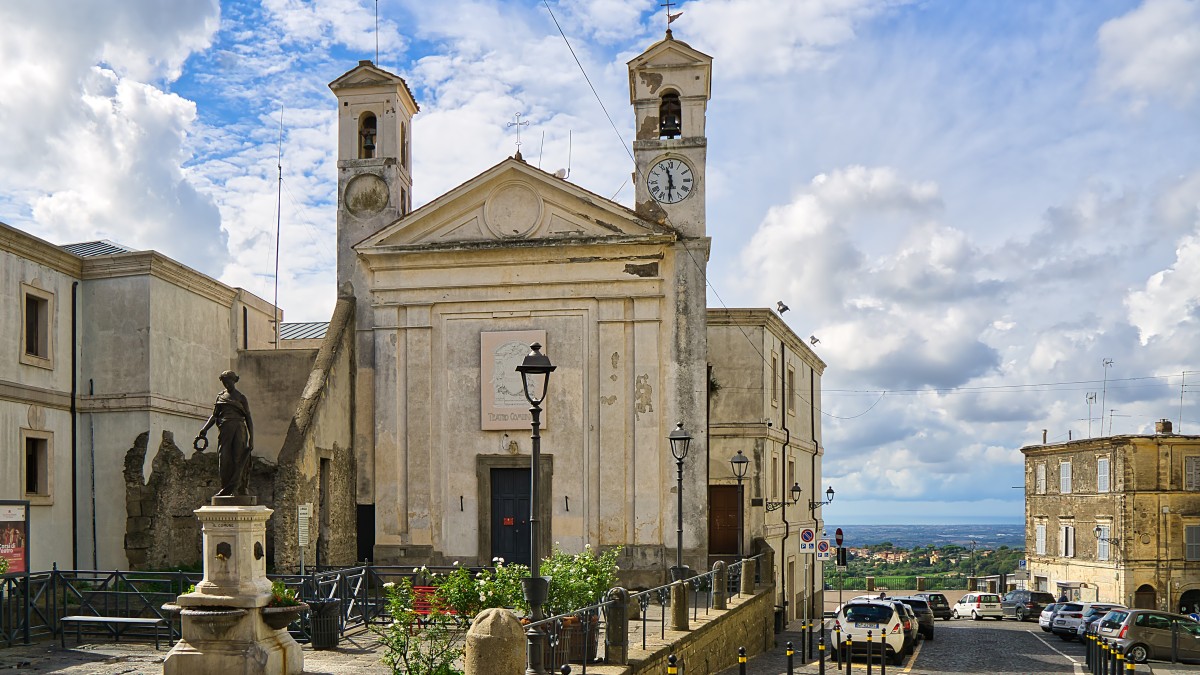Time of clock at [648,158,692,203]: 11:30
